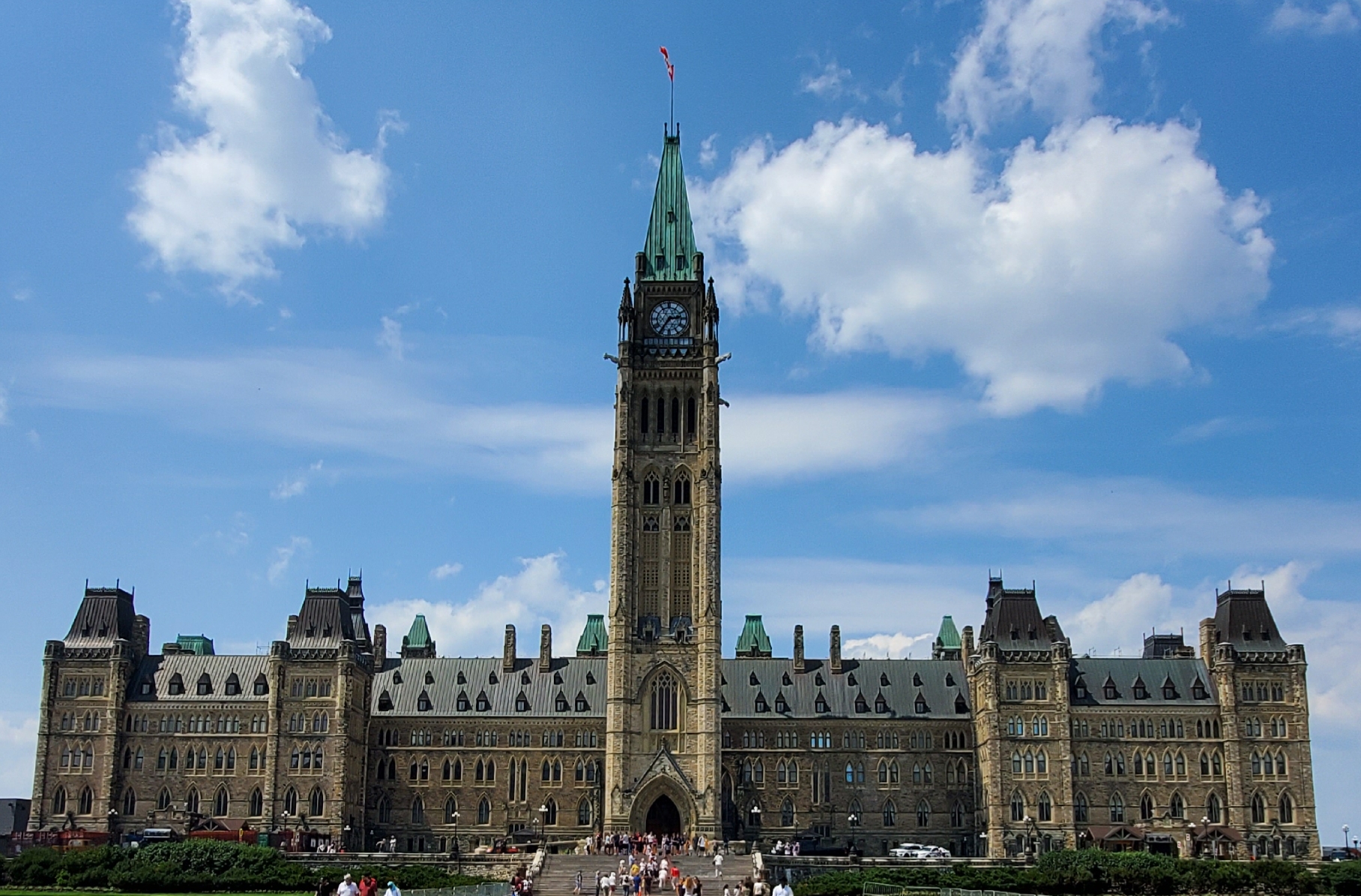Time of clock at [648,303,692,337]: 2:36
